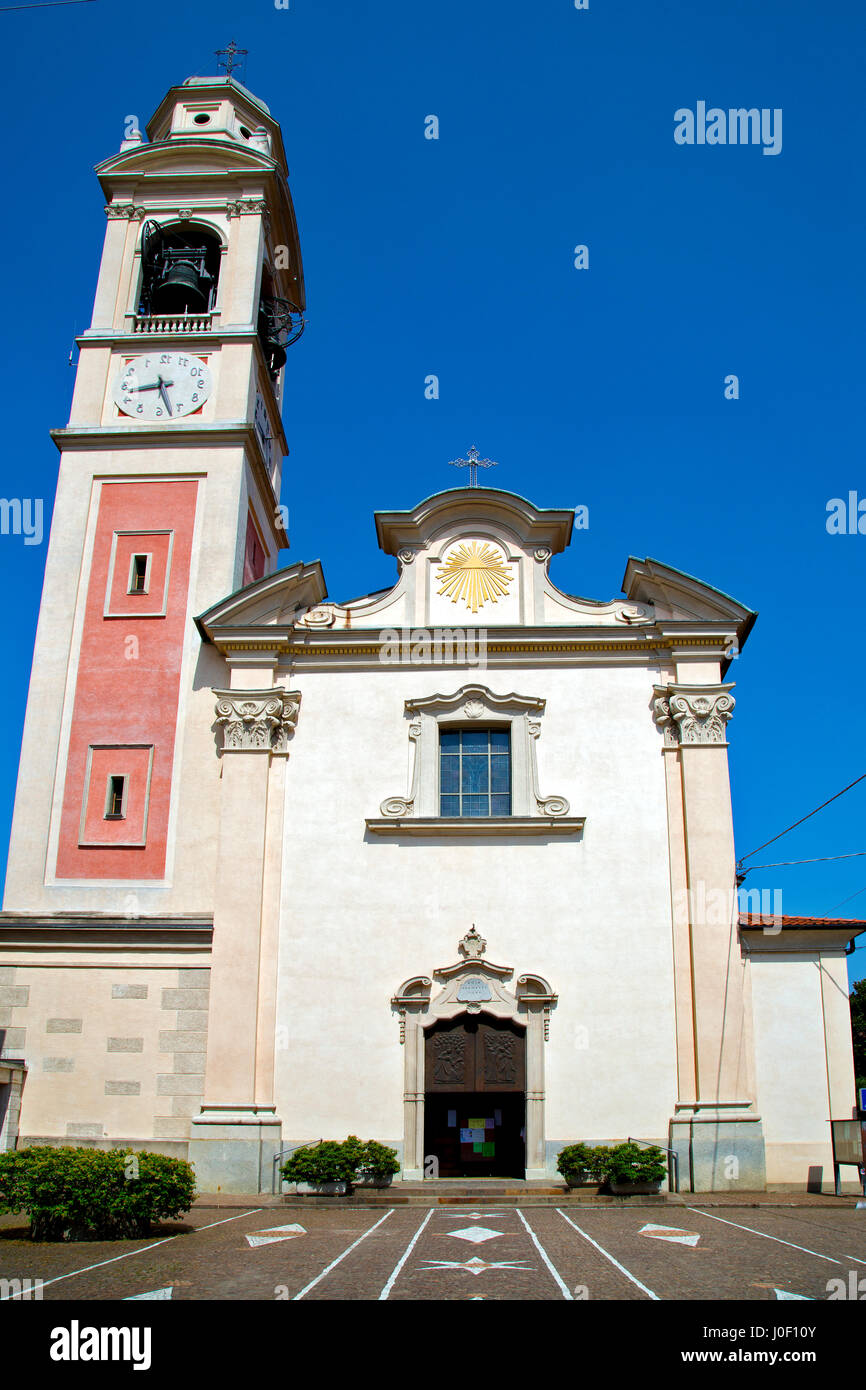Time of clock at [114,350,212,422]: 8:27
